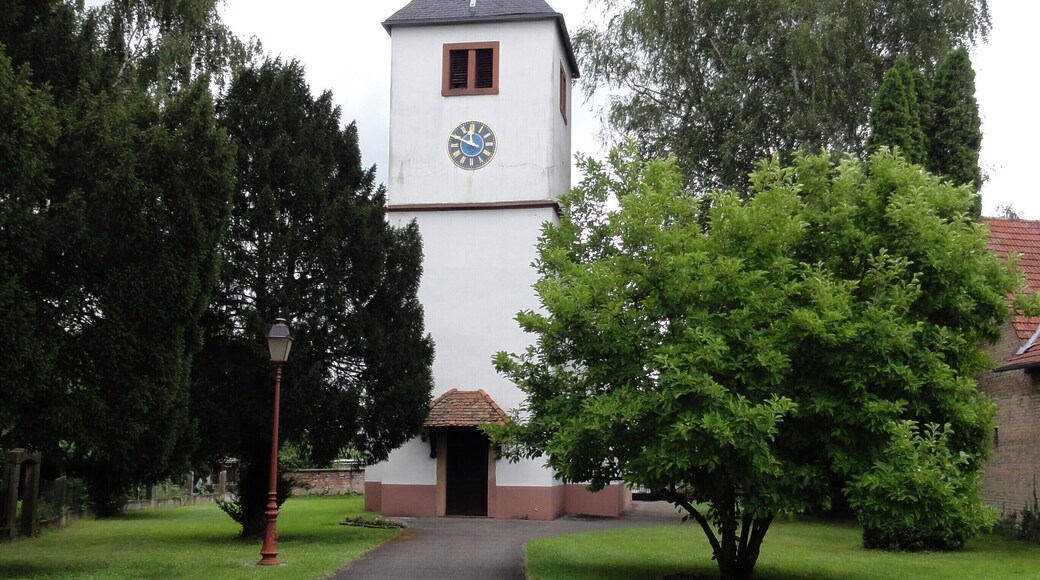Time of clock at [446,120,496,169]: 11:48
